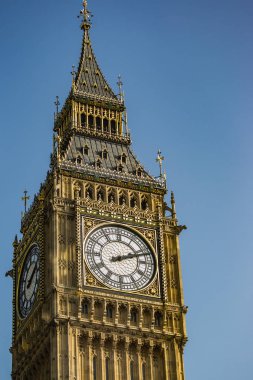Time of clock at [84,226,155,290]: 2:11
